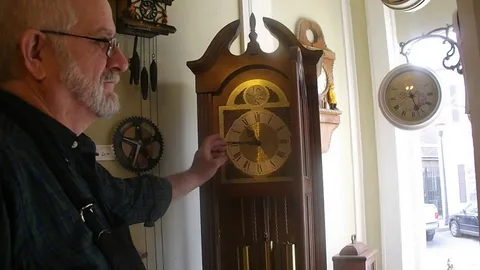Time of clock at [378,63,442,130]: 5:26
